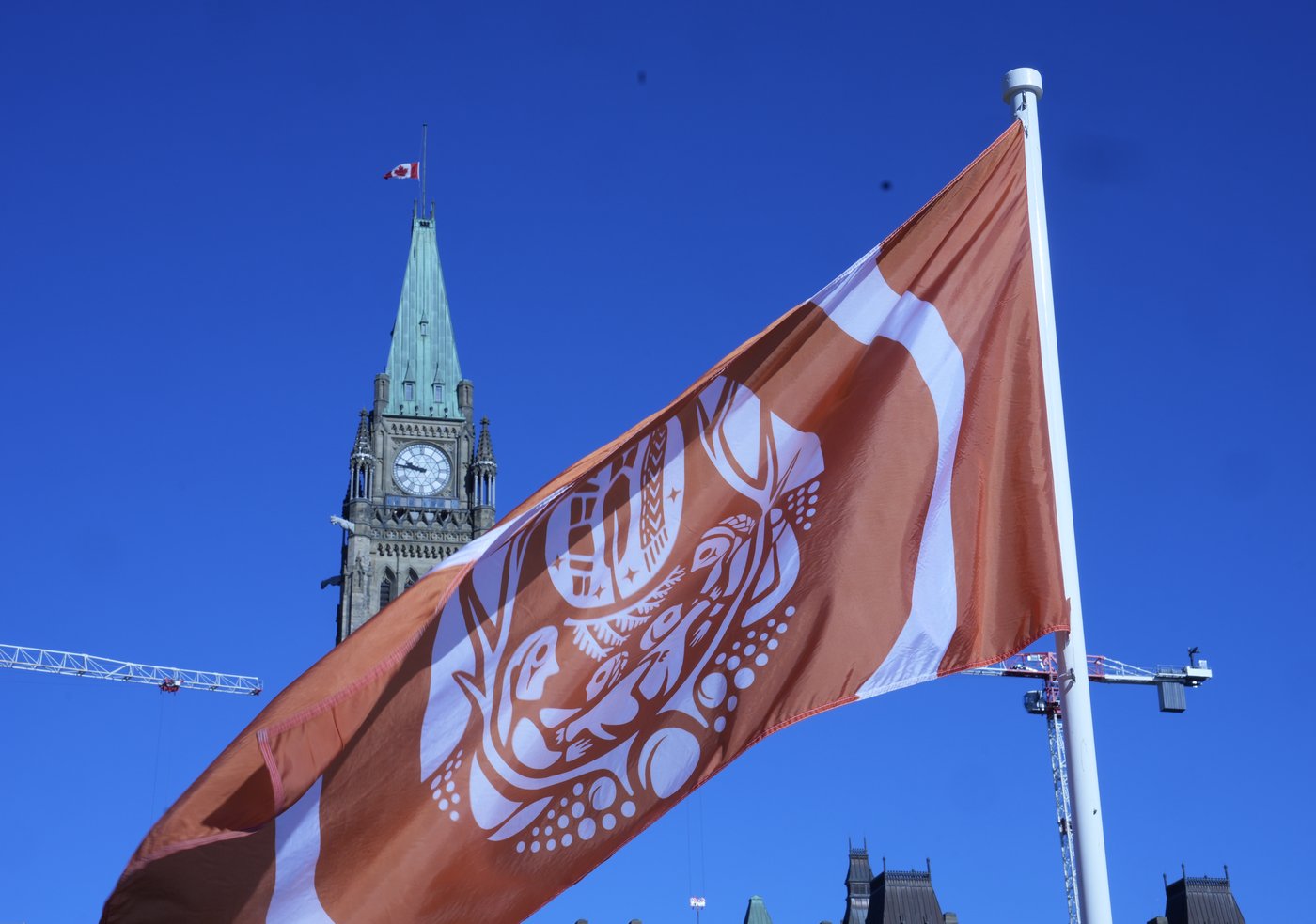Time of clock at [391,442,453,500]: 9:46
